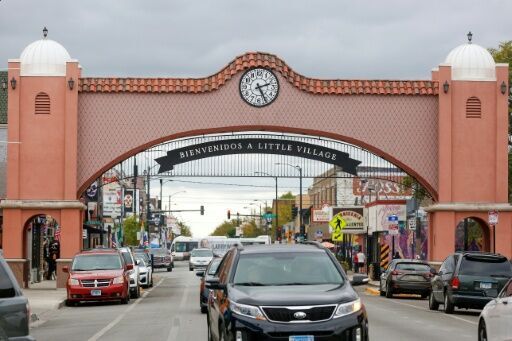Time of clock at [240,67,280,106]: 2:25
